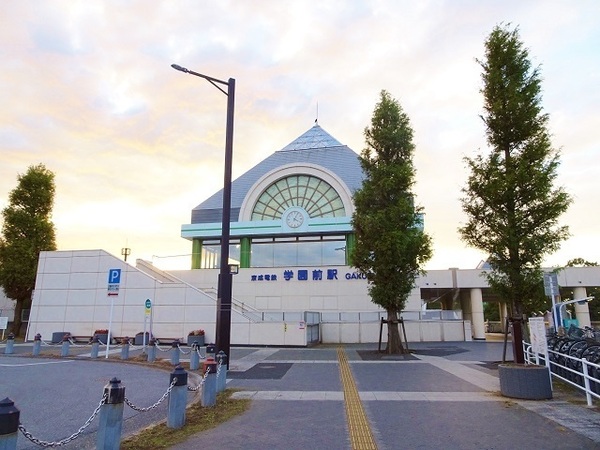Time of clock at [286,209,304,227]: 4:04
